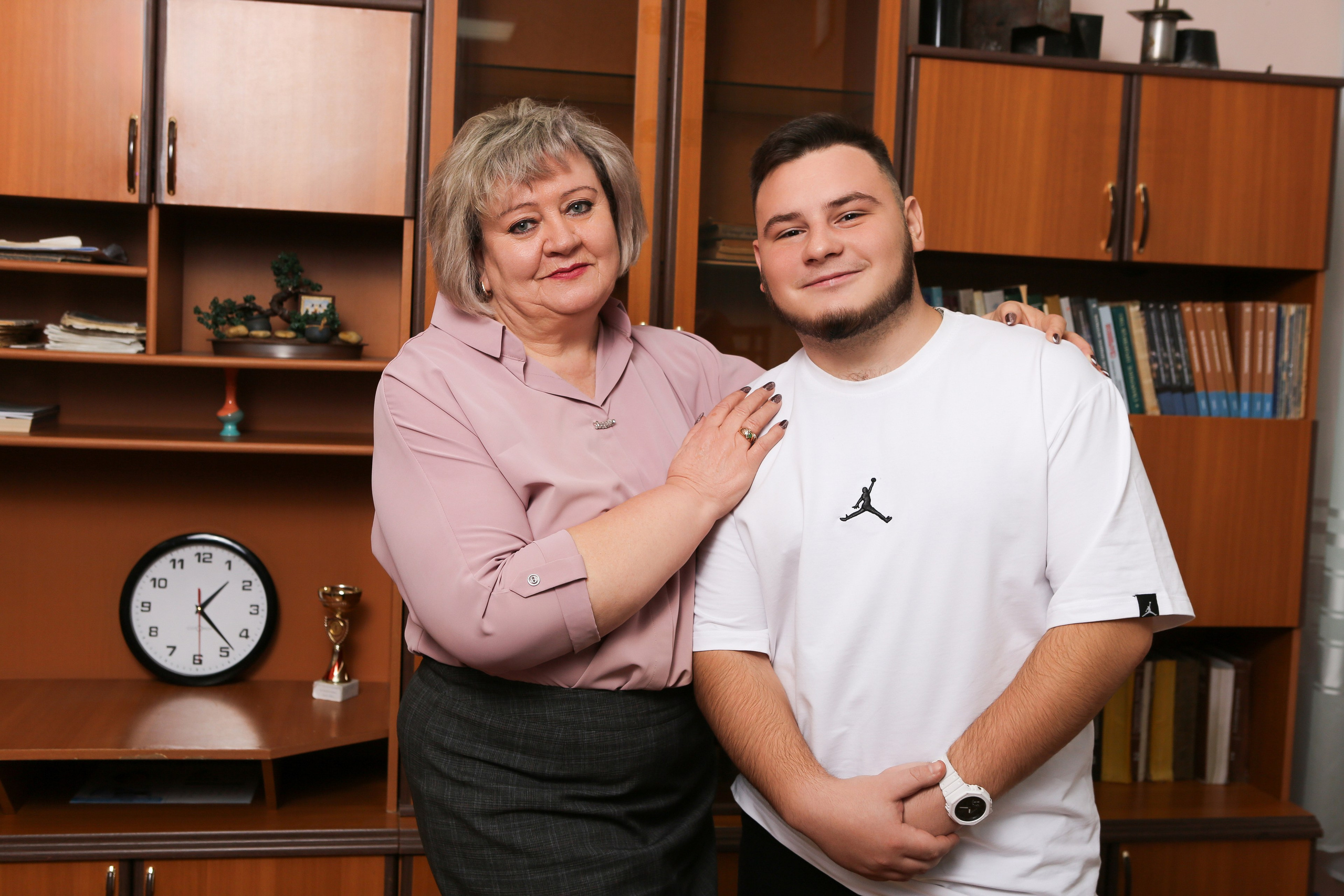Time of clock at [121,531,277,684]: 1:23
